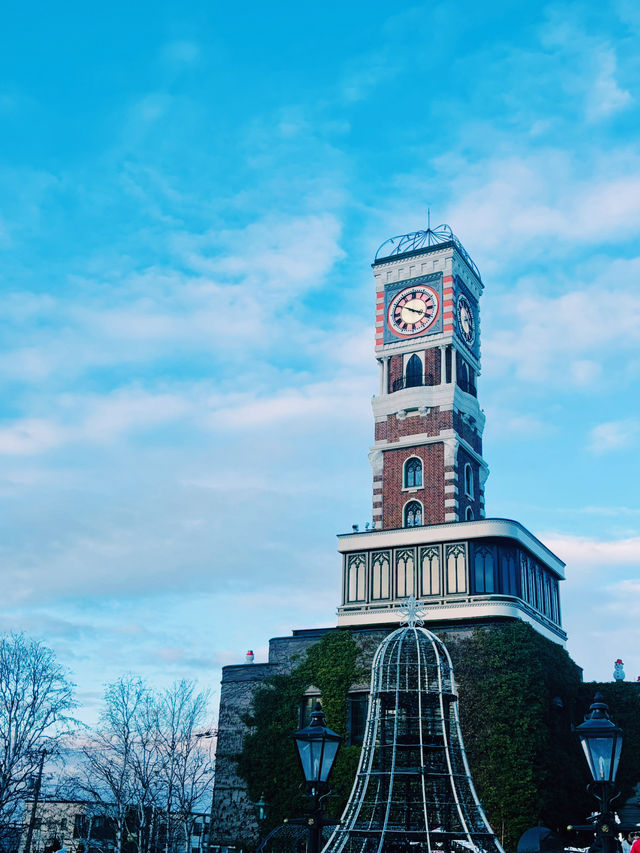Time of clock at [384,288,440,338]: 3:50
